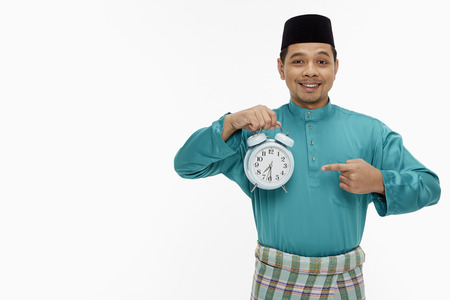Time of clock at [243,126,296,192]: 7:29
